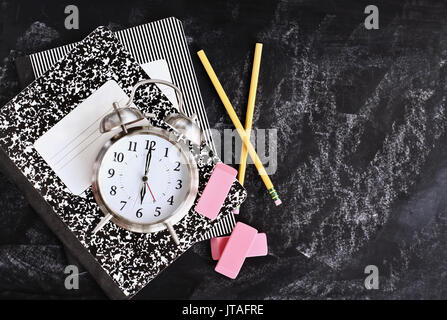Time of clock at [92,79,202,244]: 6:00
